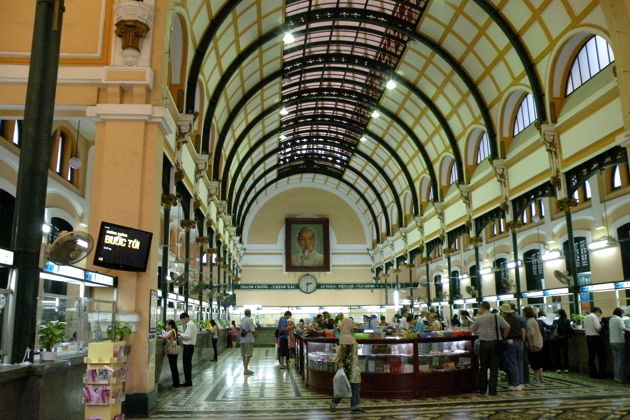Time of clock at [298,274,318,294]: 2:30
